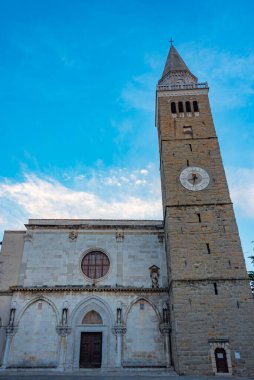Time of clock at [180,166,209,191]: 8:32
